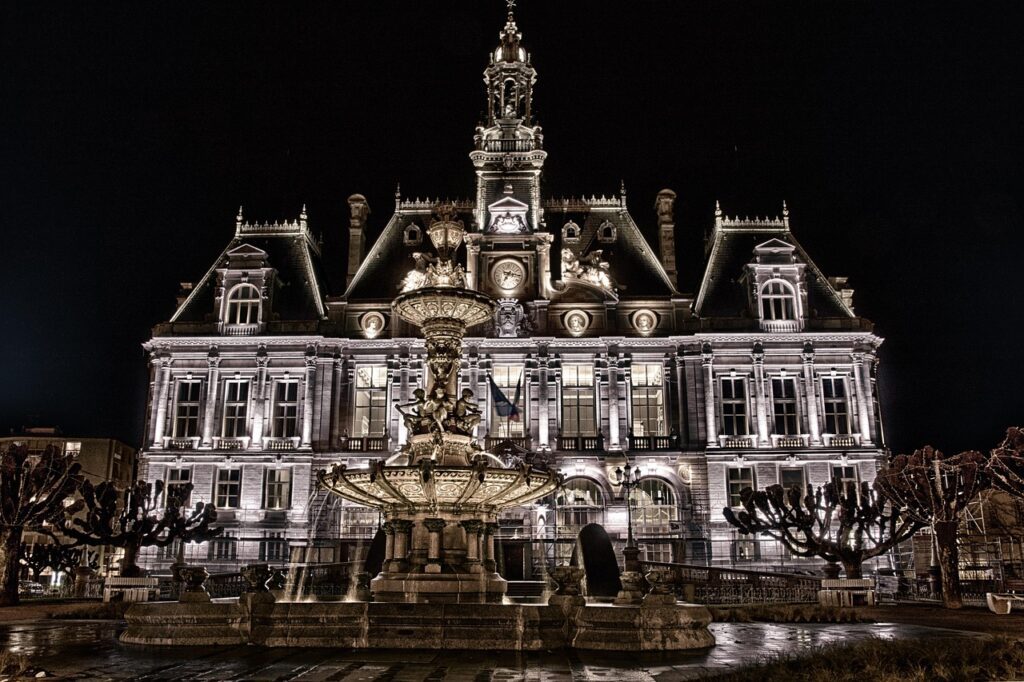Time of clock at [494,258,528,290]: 7:15
